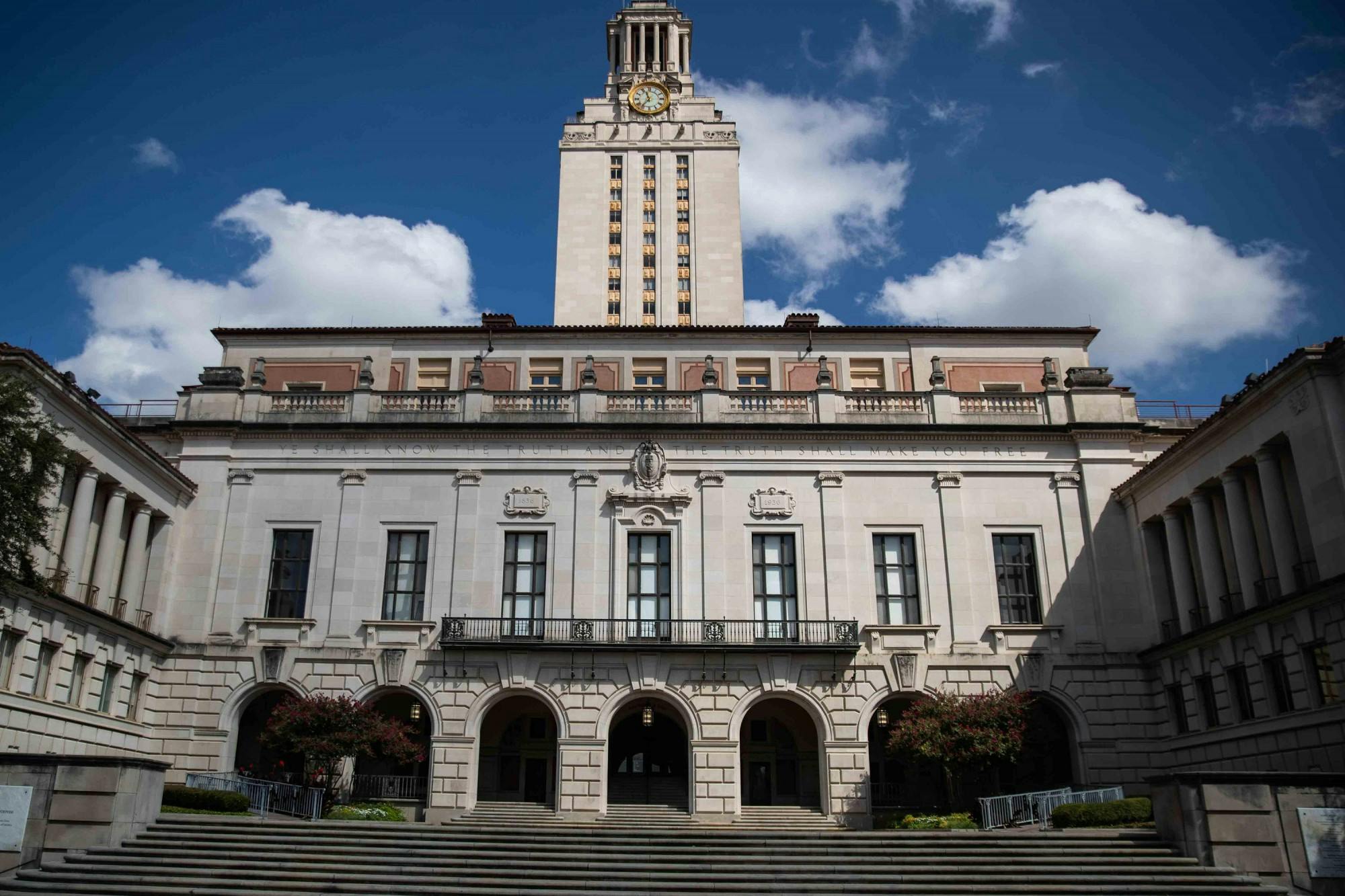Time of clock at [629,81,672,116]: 11:36
